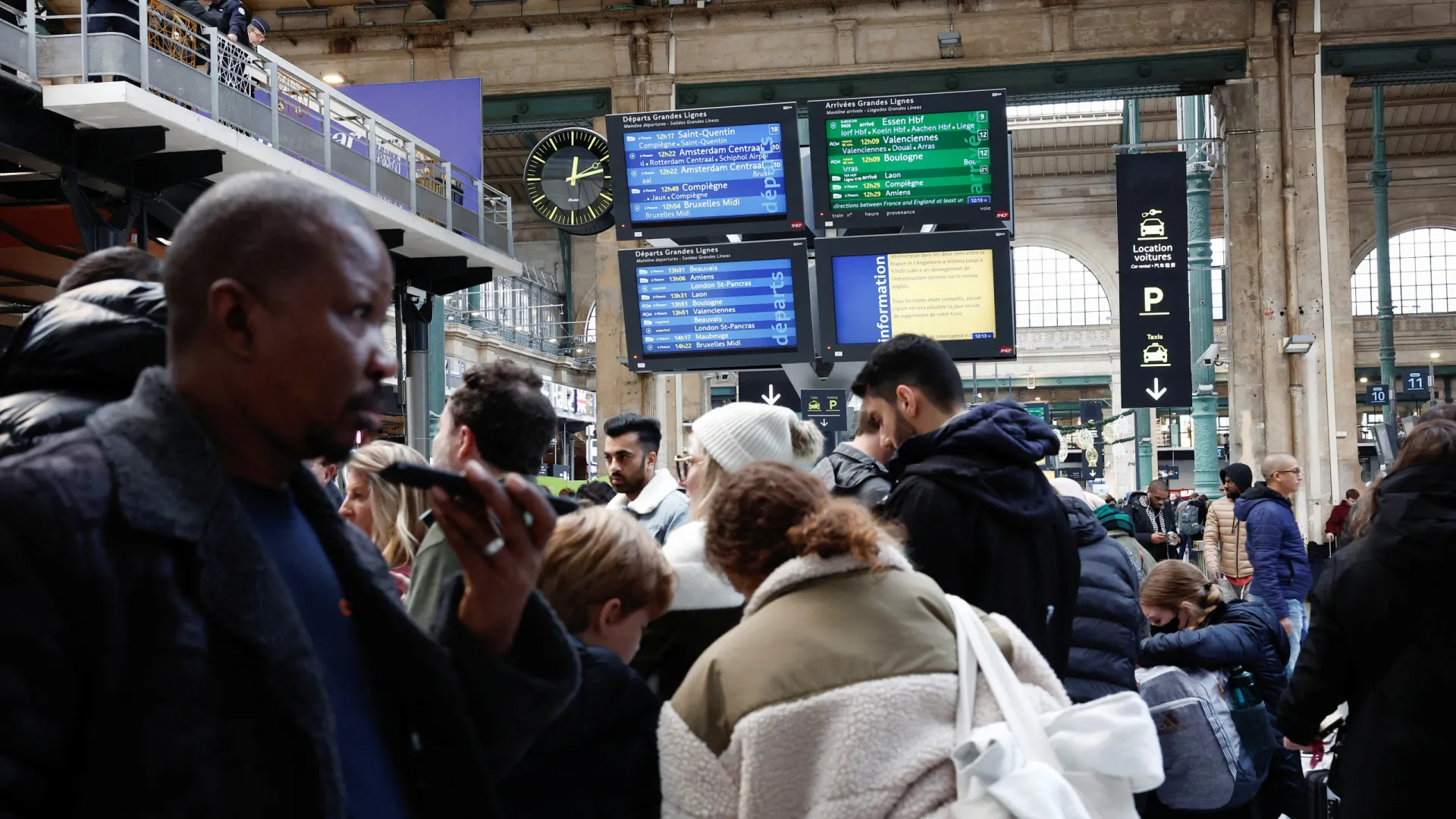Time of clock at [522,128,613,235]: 12:12
